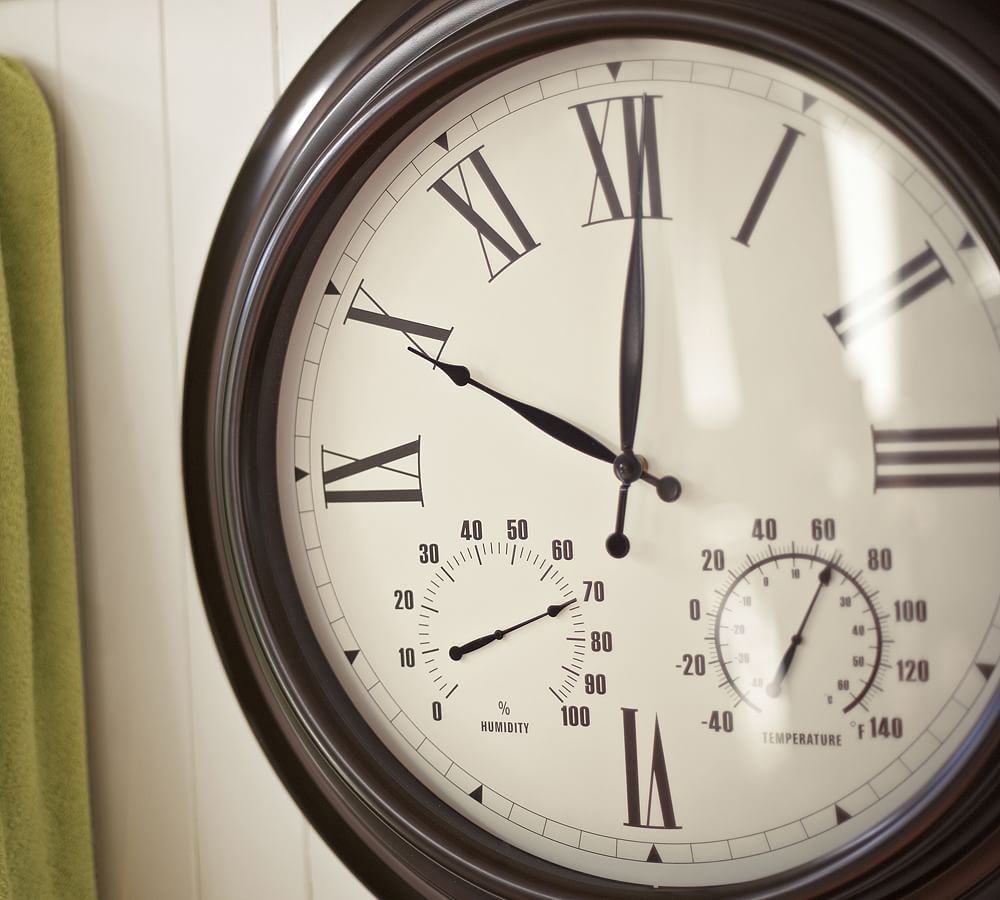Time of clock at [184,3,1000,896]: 10:00
